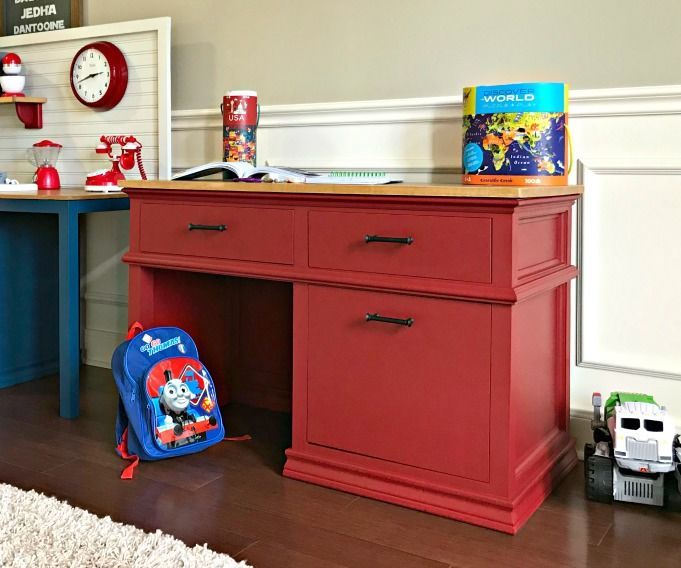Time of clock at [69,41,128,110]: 2:42
